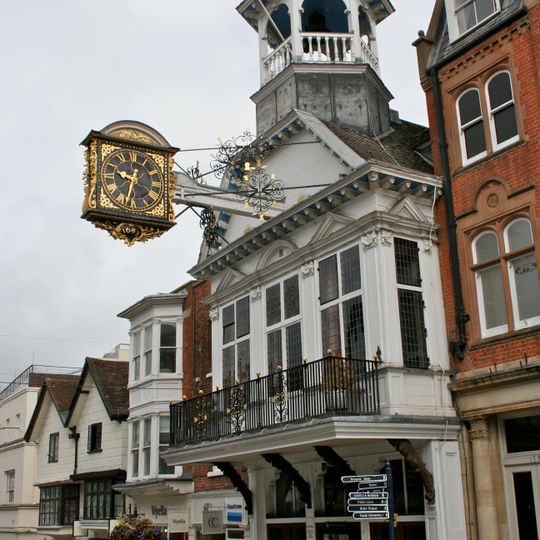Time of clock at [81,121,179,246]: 9:32
